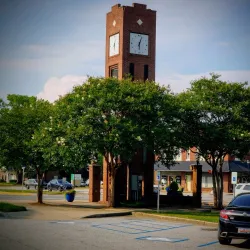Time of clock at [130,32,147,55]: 6:03
